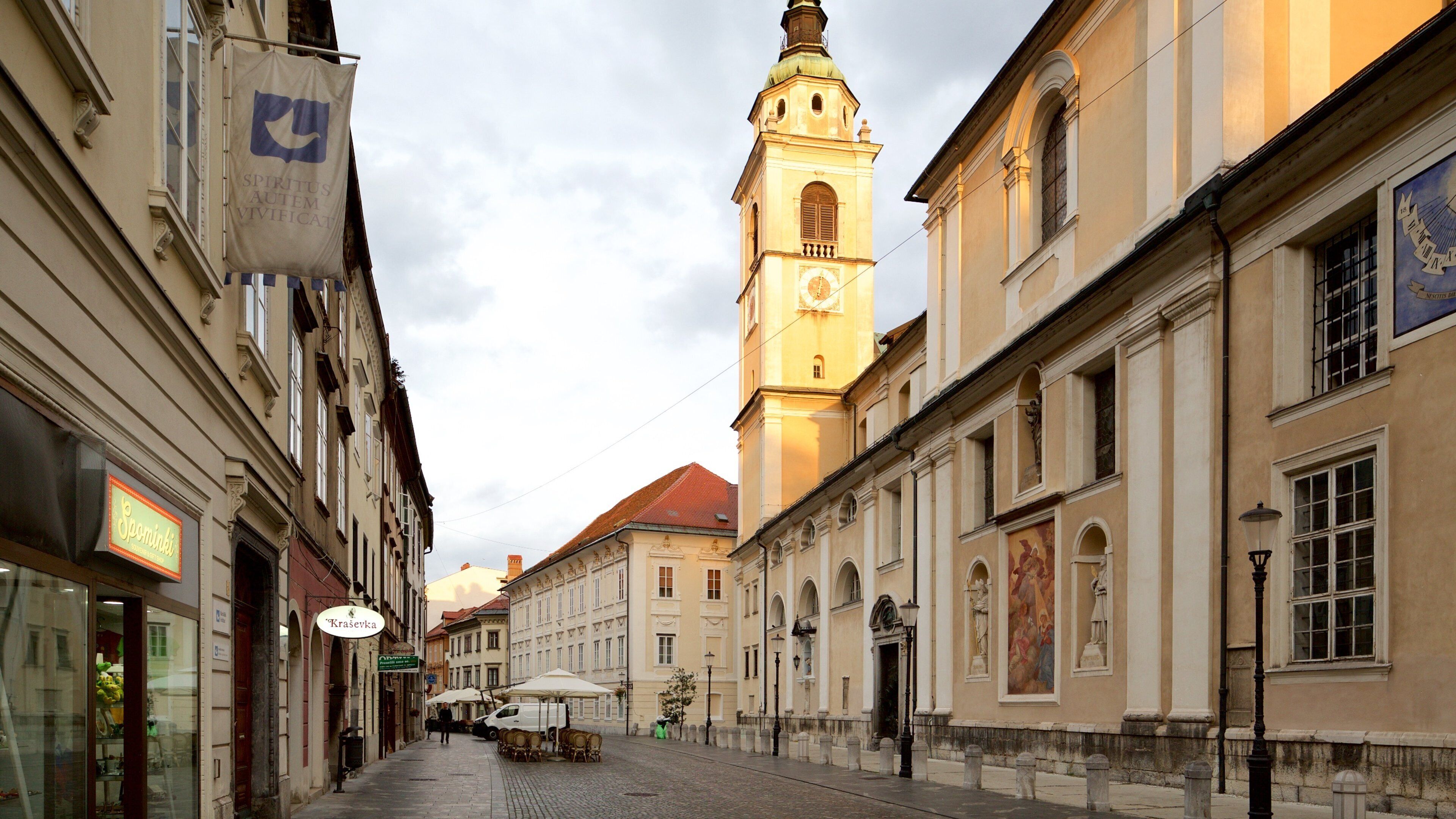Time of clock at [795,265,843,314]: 7:01
